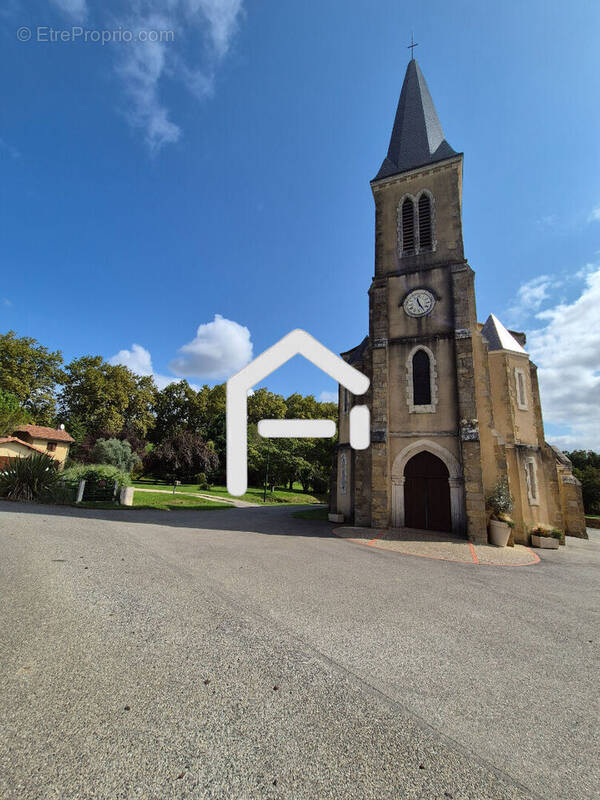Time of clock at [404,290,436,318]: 11:24
